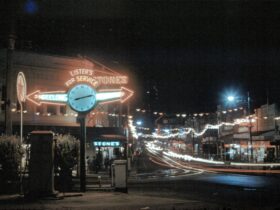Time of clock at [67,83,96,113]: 8:12
